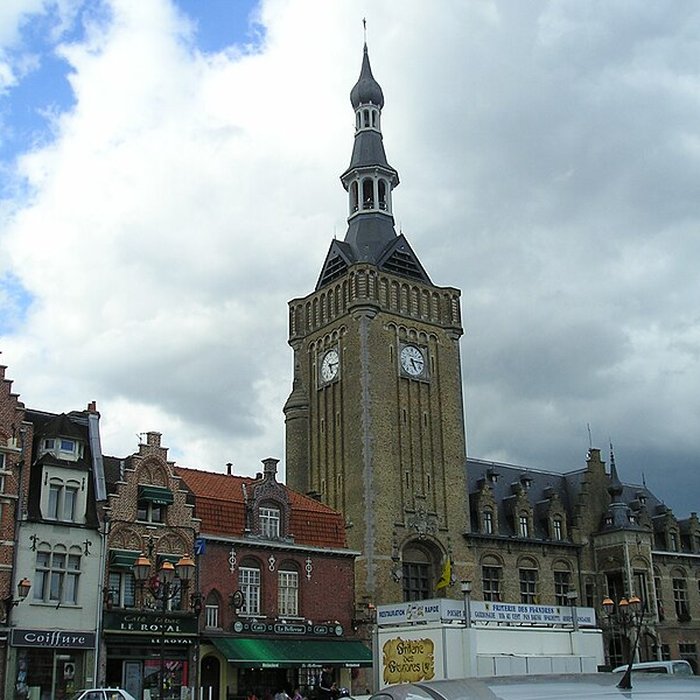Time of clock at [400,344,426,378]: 5:15
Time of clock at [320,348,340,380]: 5:15
